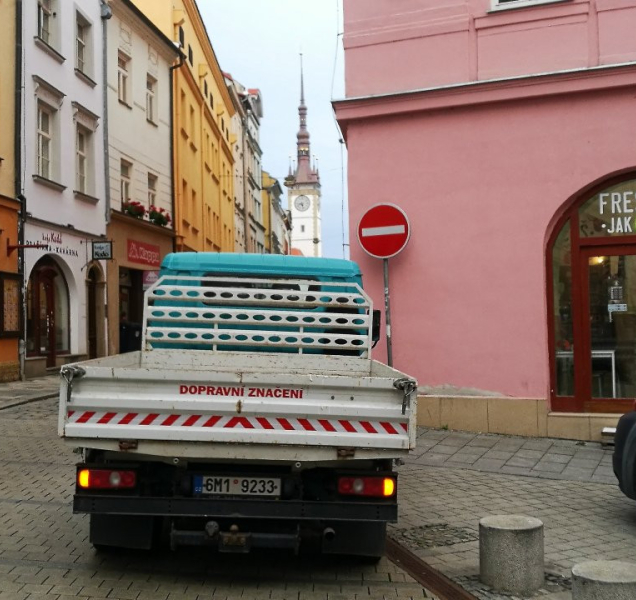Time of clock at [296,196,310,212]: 8:27
